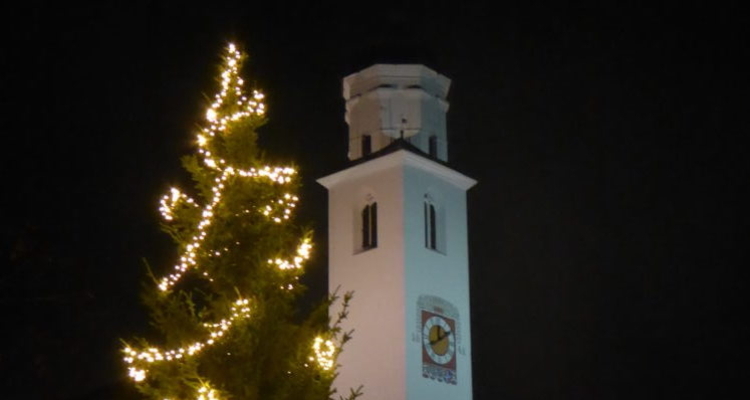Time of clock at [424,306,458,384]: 12:09
